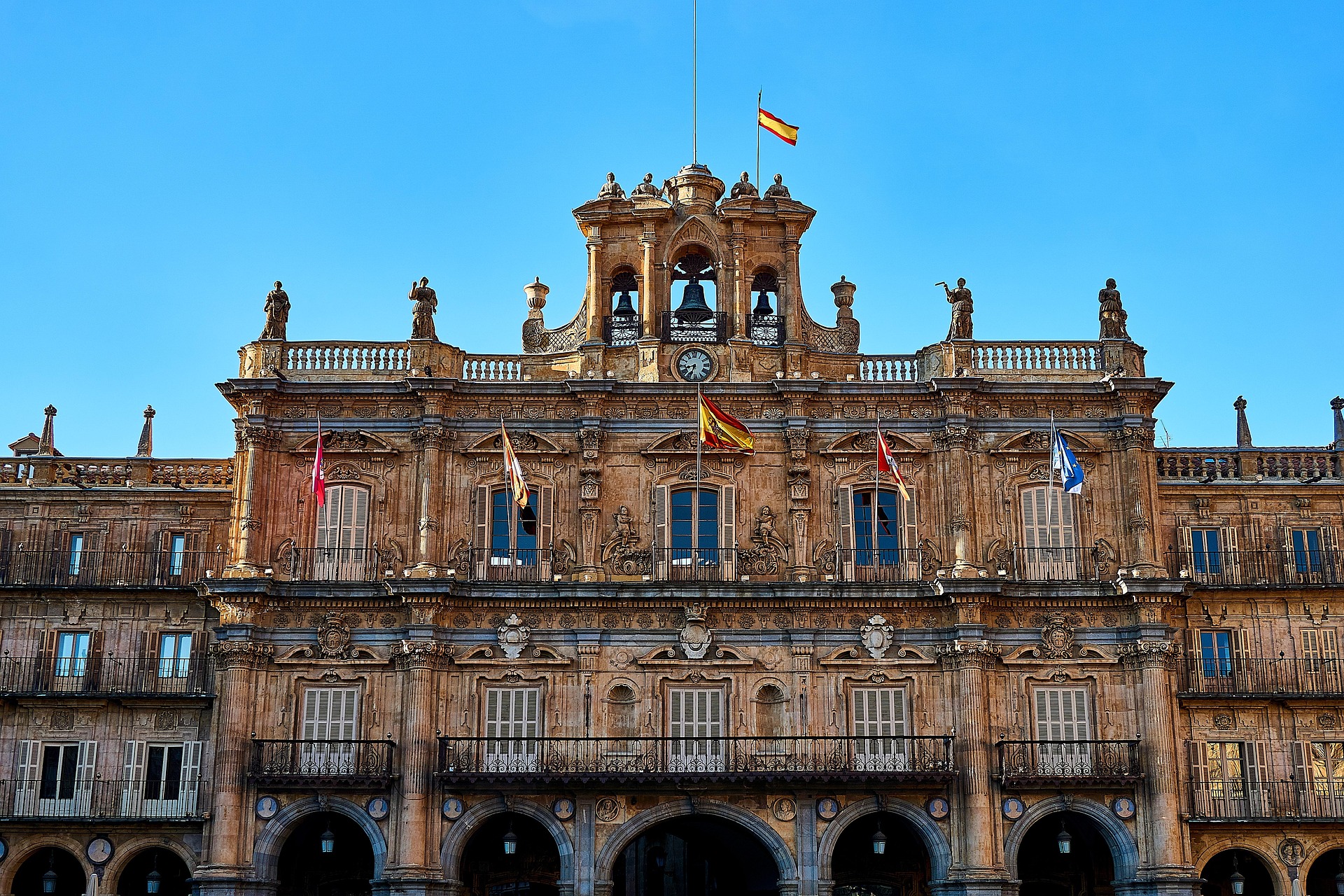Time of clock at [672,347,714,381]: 8:33
